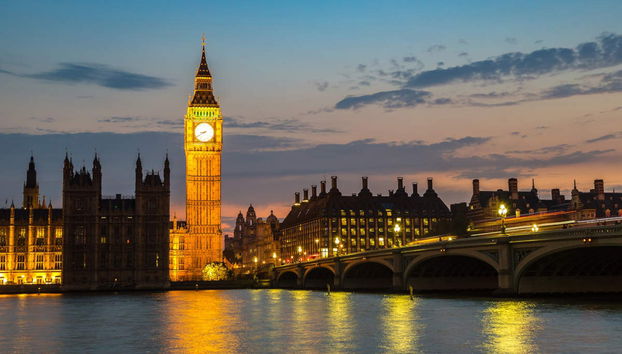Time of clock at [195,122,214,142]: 8:39
